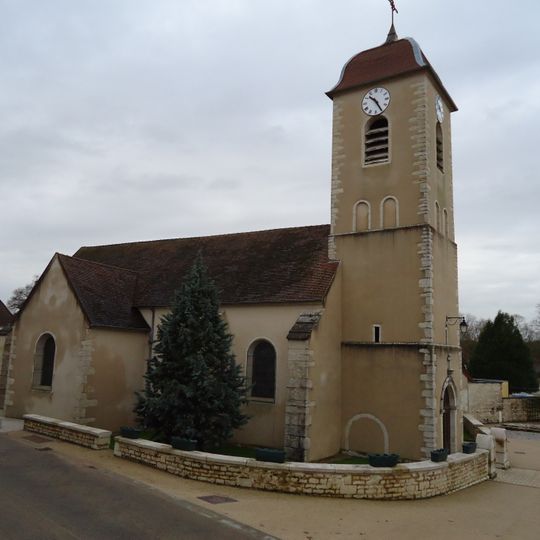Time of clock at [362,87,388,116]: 10:25
